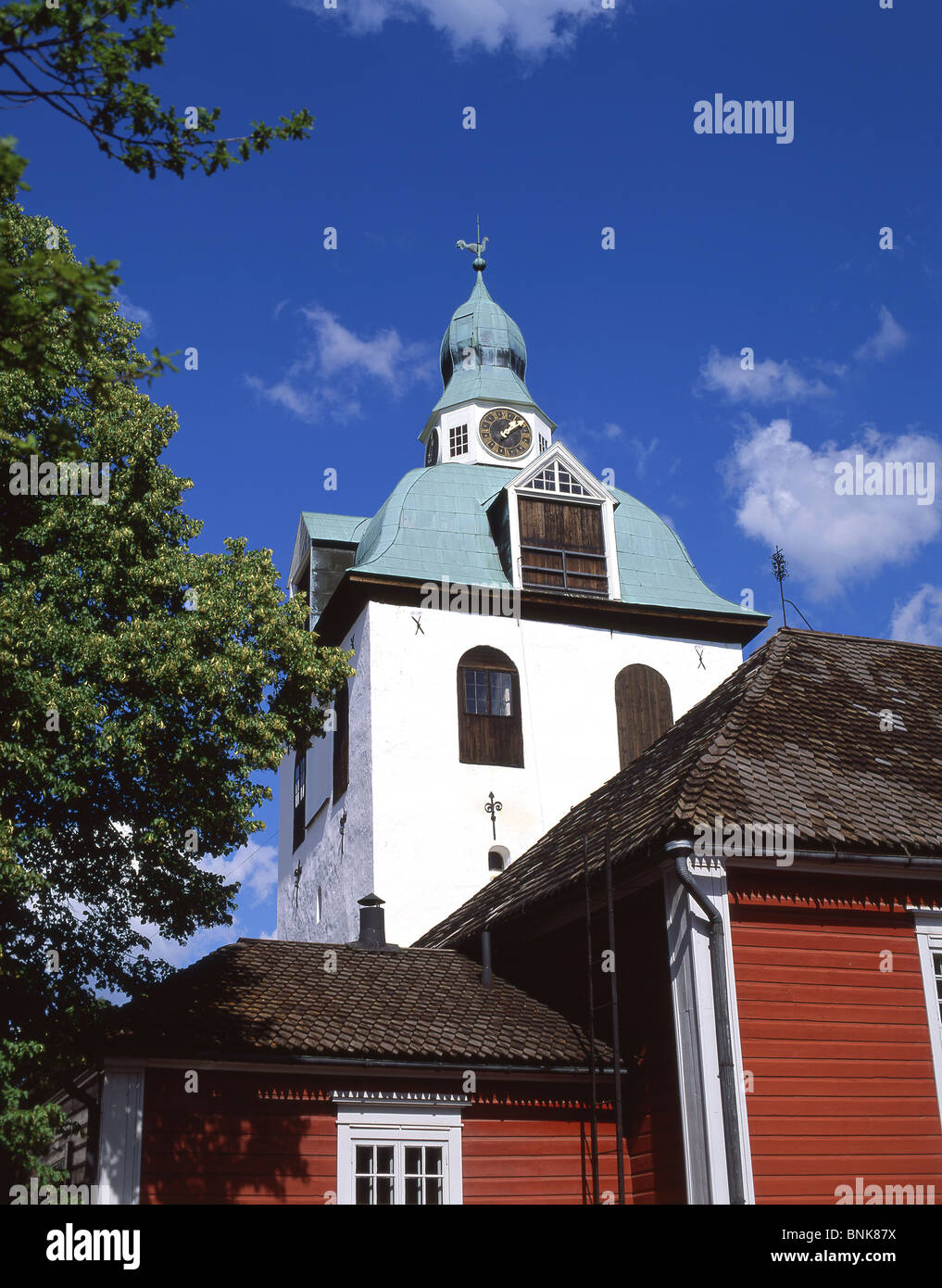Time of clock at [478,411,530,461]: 1:08
